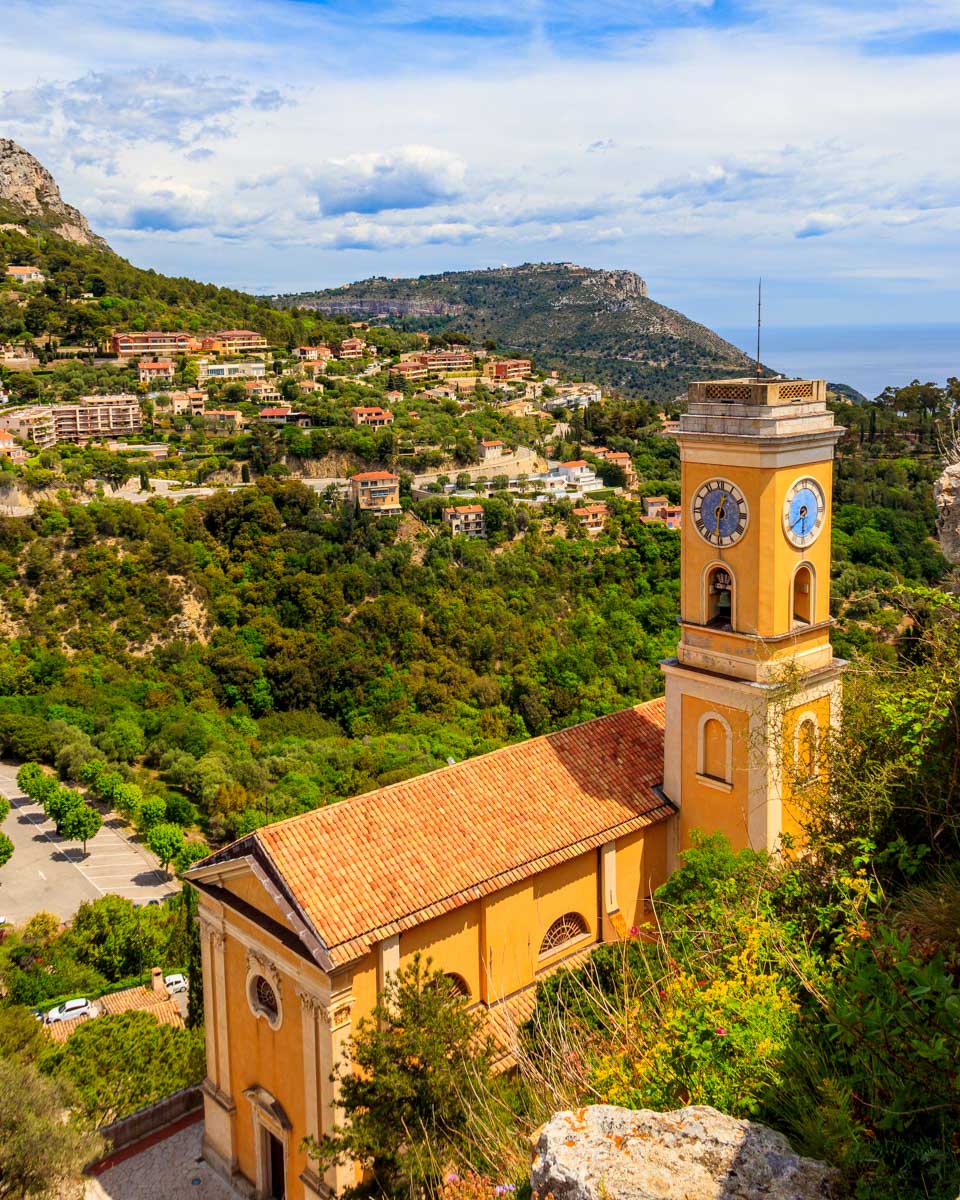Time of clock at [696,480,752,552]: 12:30
